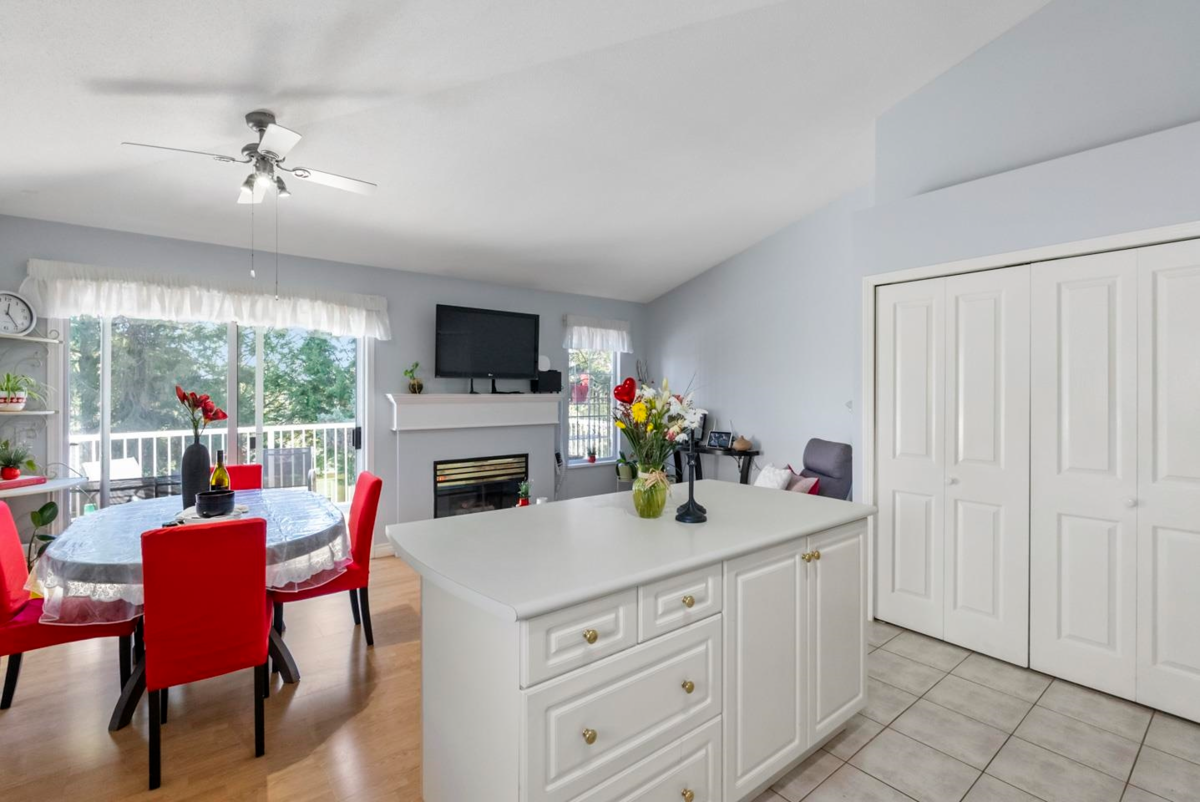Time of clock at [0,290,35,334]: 12:23
